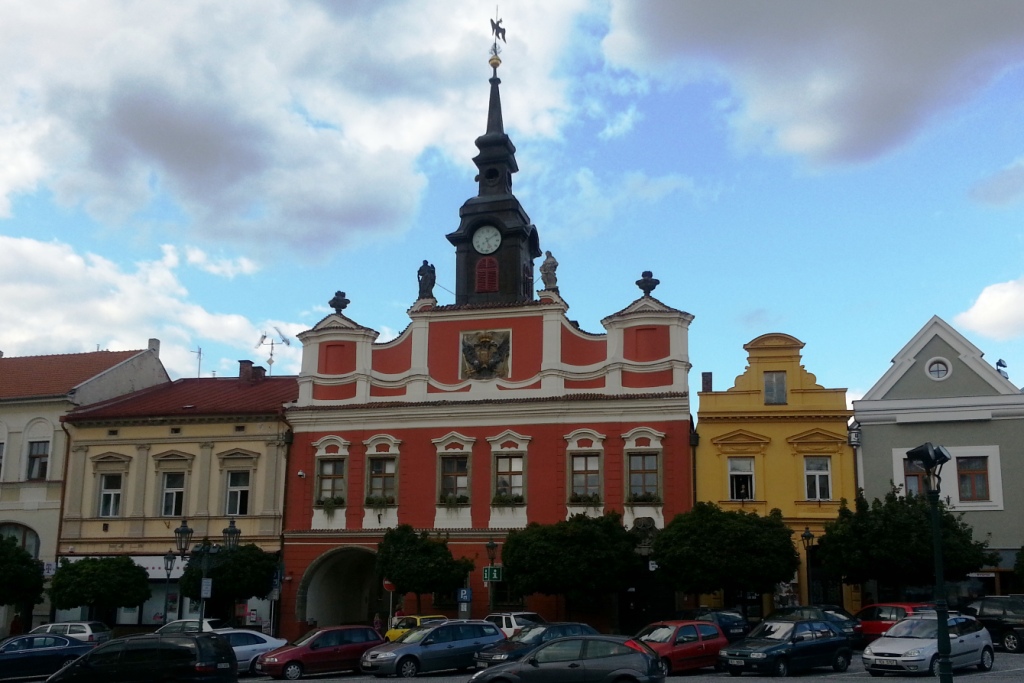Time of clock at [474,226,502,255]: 5:08
